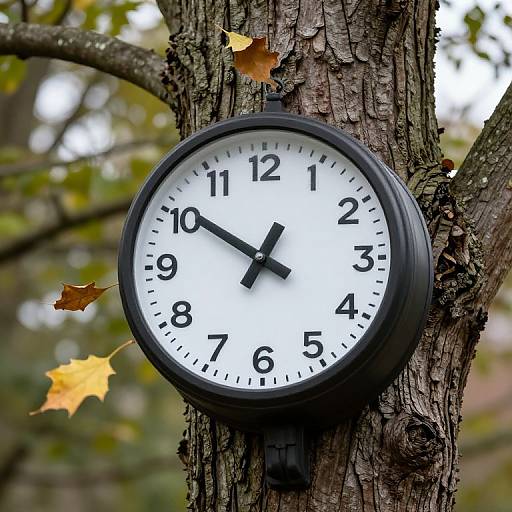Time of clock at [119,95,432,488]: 12:50
